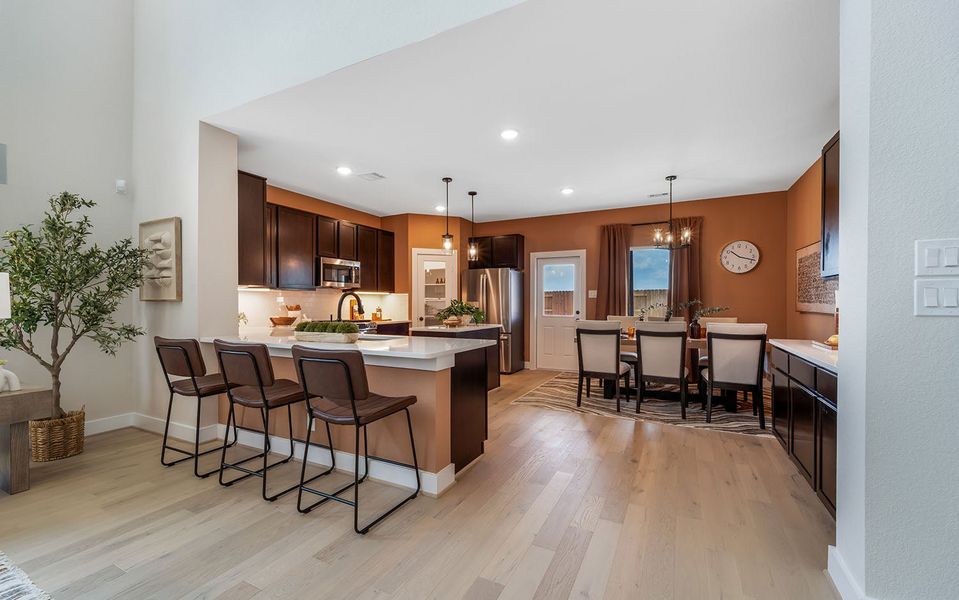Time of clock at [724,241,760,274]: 10:17
